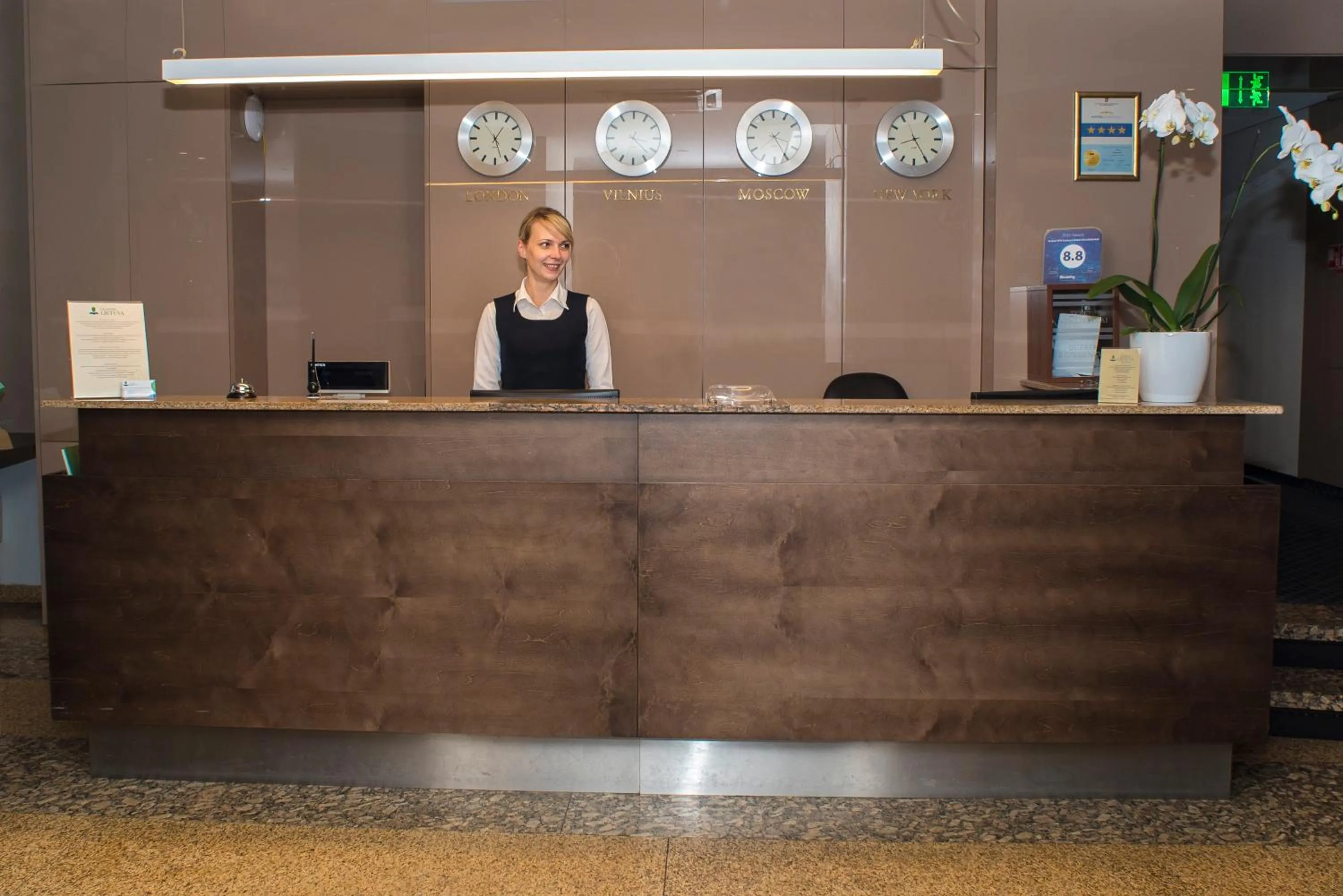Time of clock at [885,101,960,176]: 8:24
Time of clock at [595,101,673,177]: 3:22
